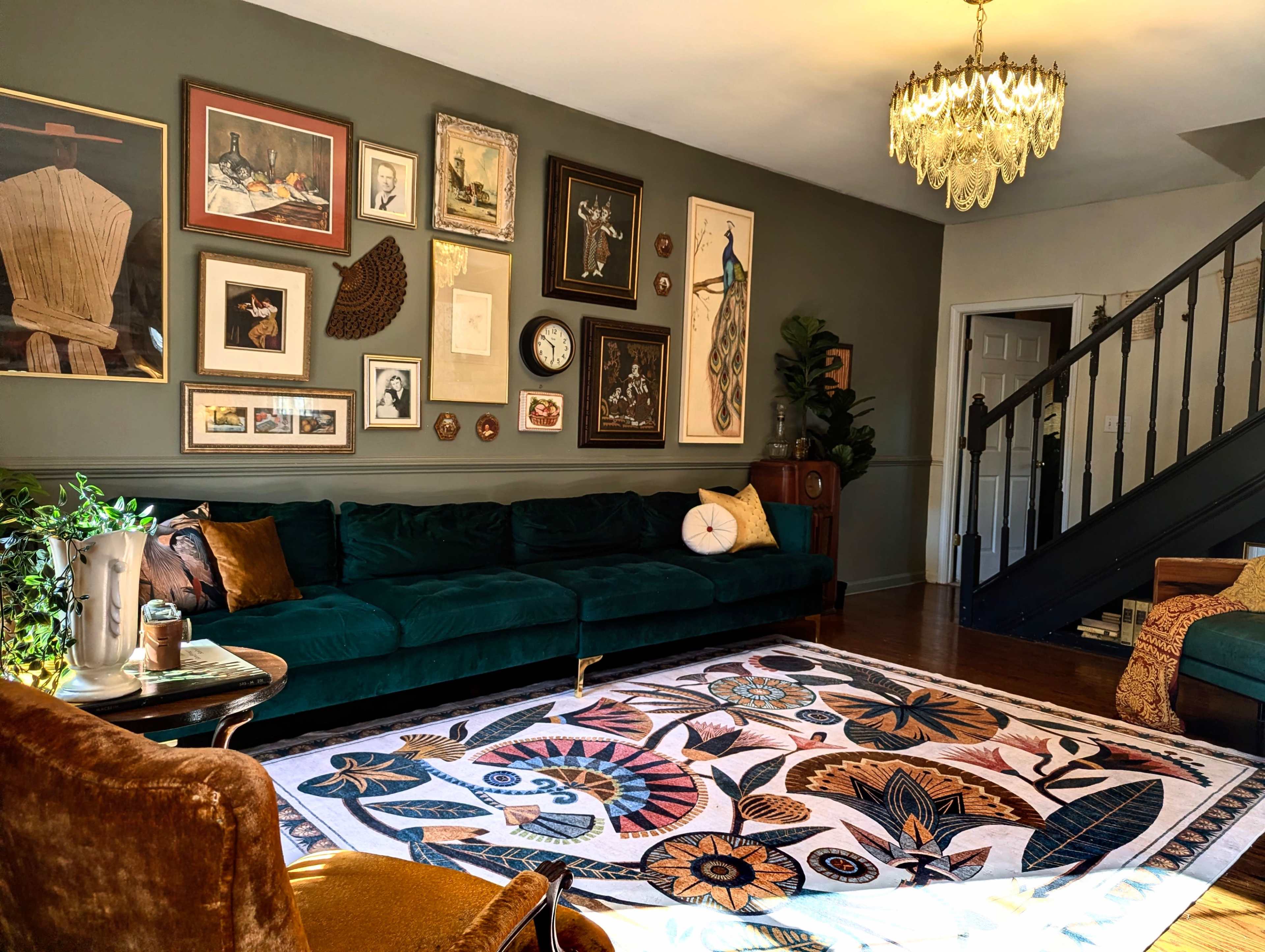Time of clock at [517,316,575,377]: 5:50
